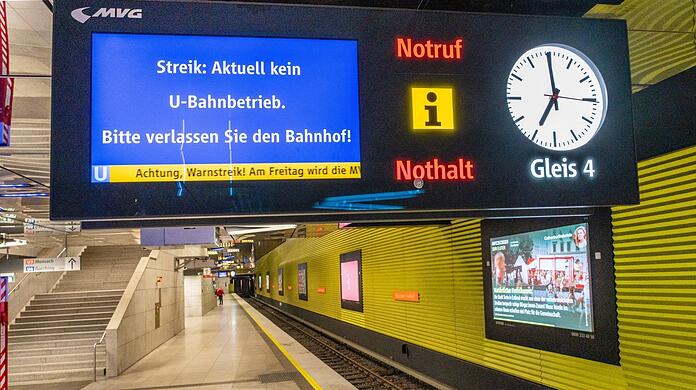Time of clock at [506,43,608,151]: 6:59
